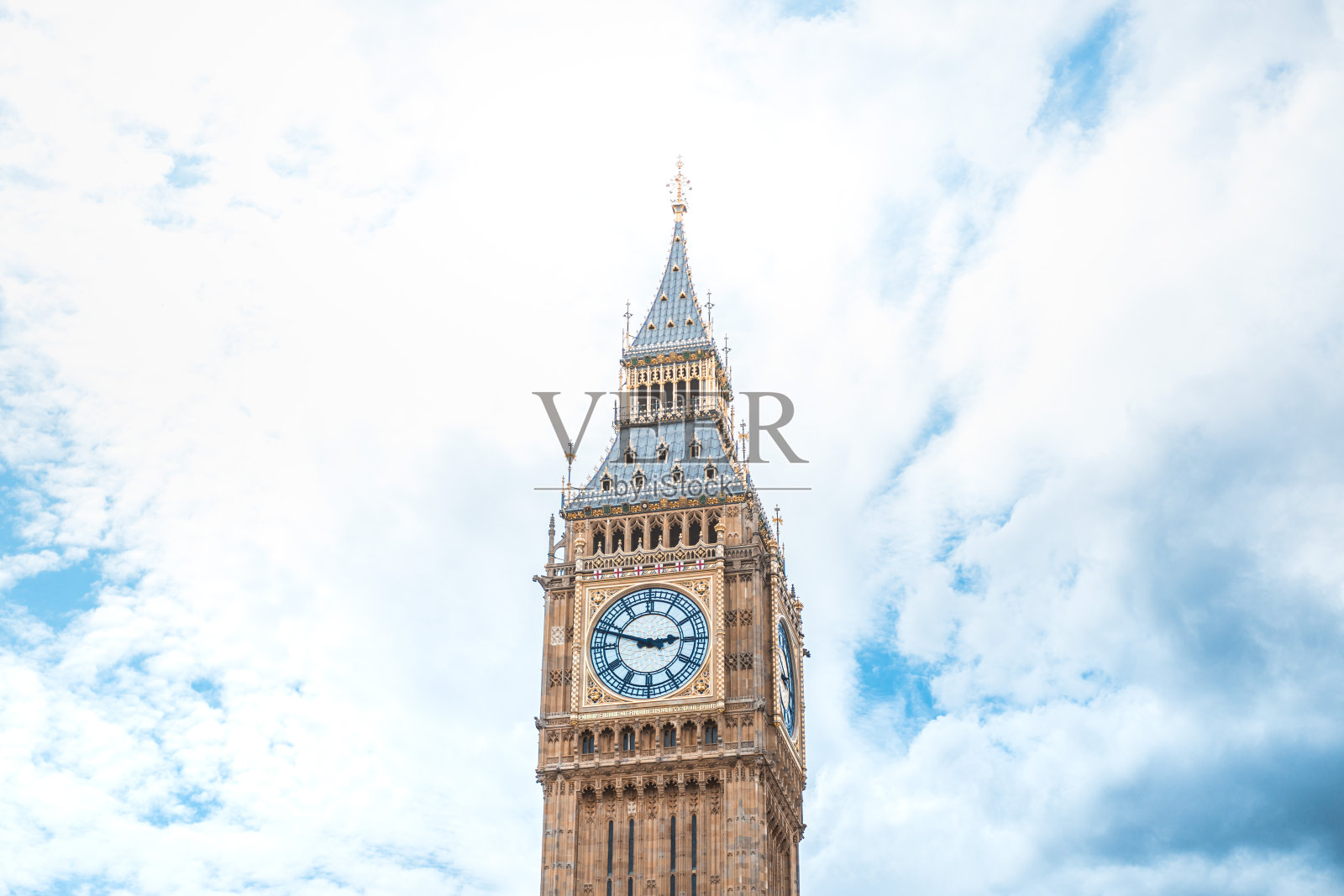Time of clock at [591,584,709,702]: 2:48
